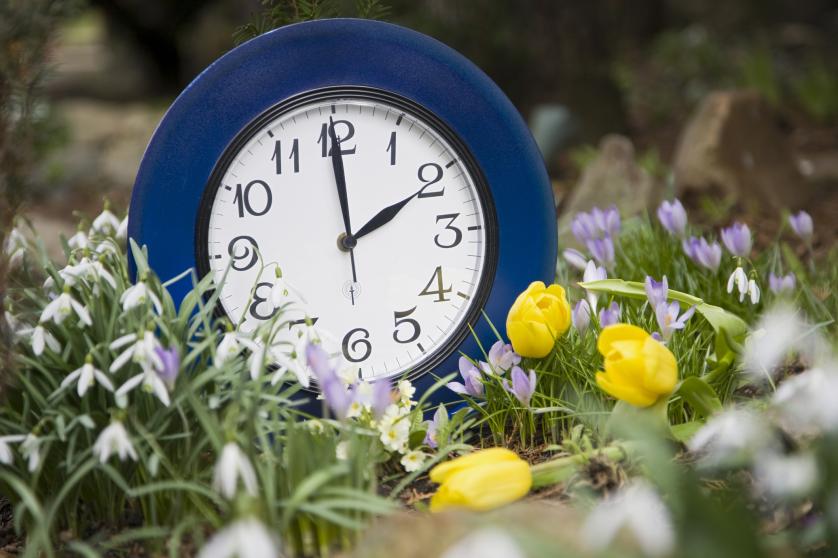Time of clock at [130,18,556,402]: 1:59
